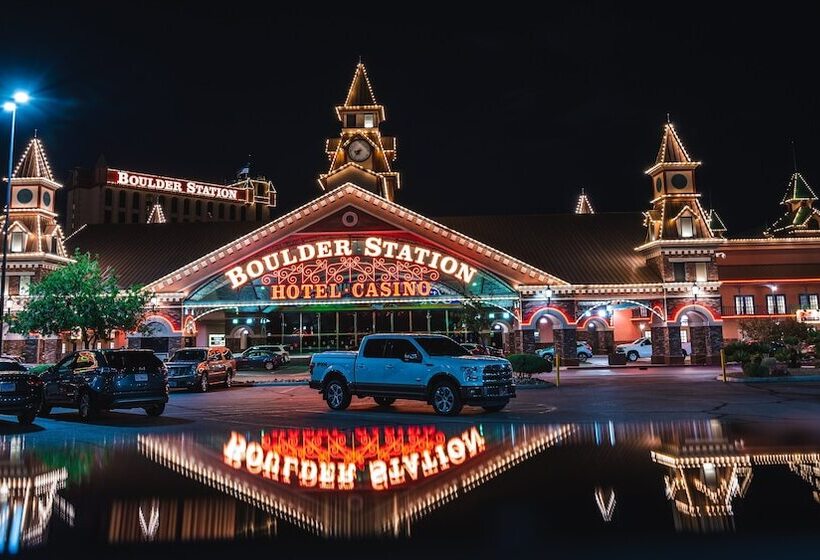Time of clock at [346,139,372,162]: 8:36
